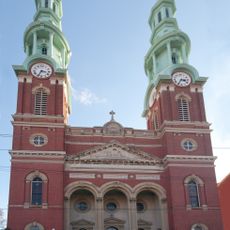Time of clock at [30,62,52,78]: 3:34
